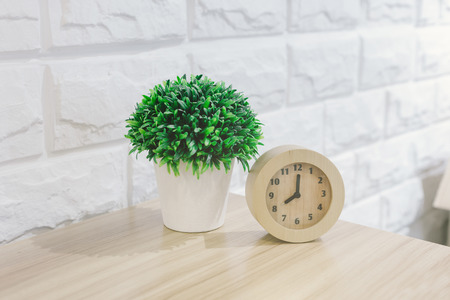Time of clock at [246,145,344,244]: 8:00
